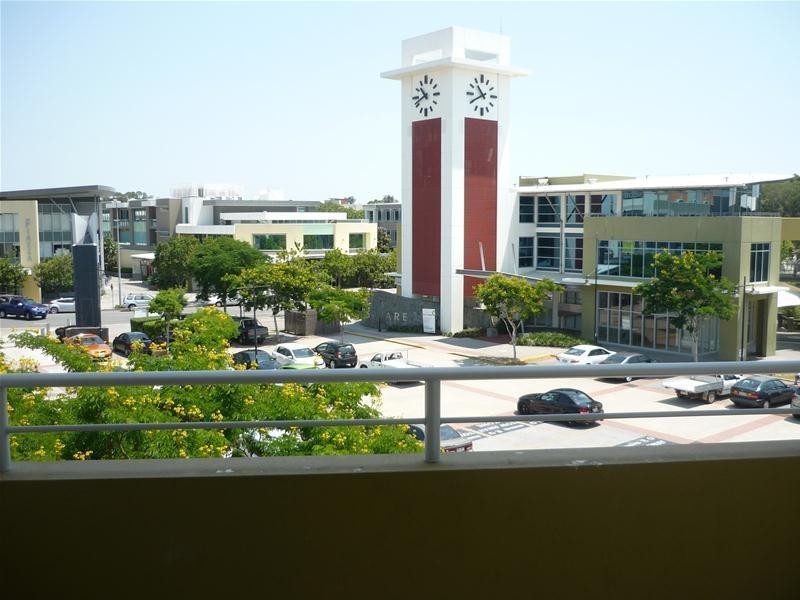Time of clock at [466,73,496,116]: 10:40
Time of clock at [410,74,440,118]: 10:41
